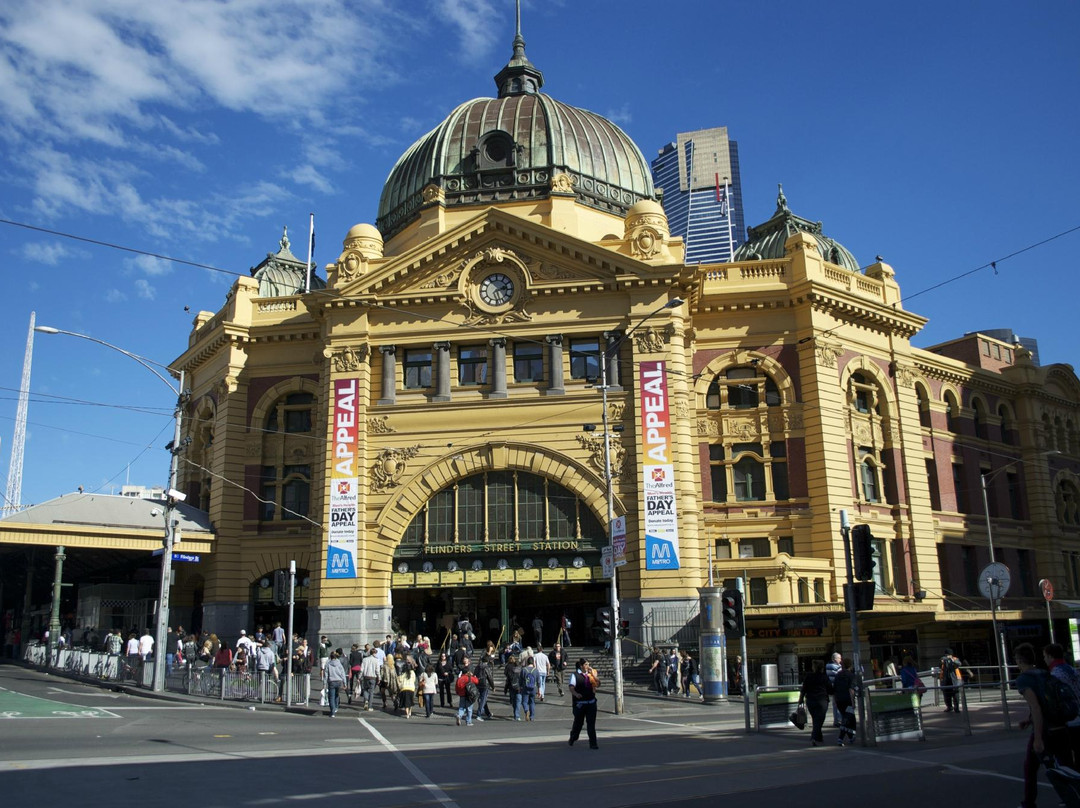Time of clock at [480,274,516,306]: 2:27
